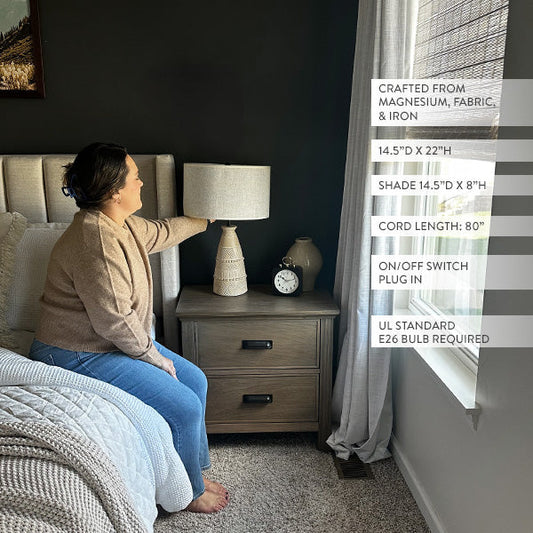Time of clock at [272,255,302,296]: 10:12
